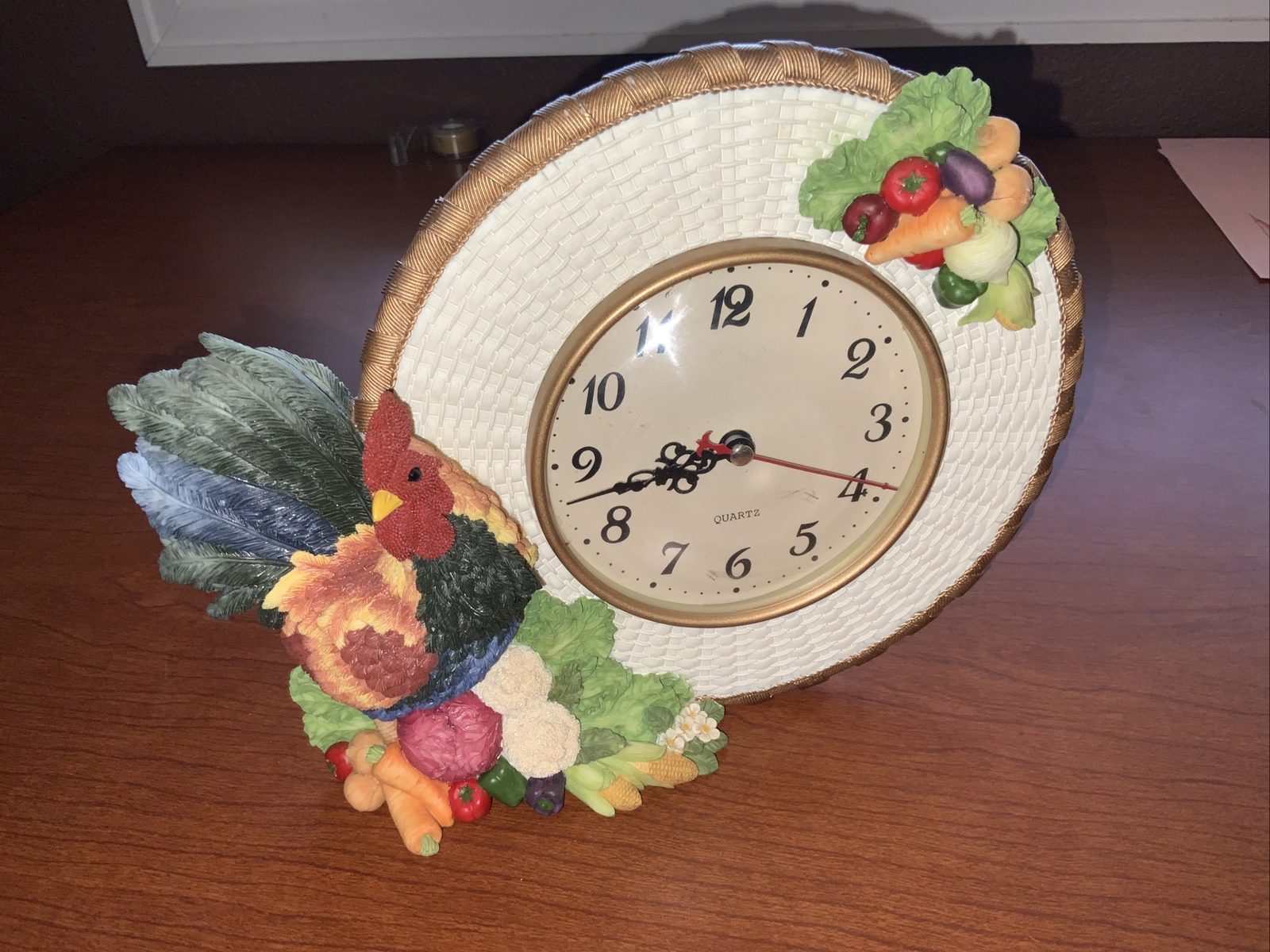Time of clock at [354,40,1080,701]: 3:42
